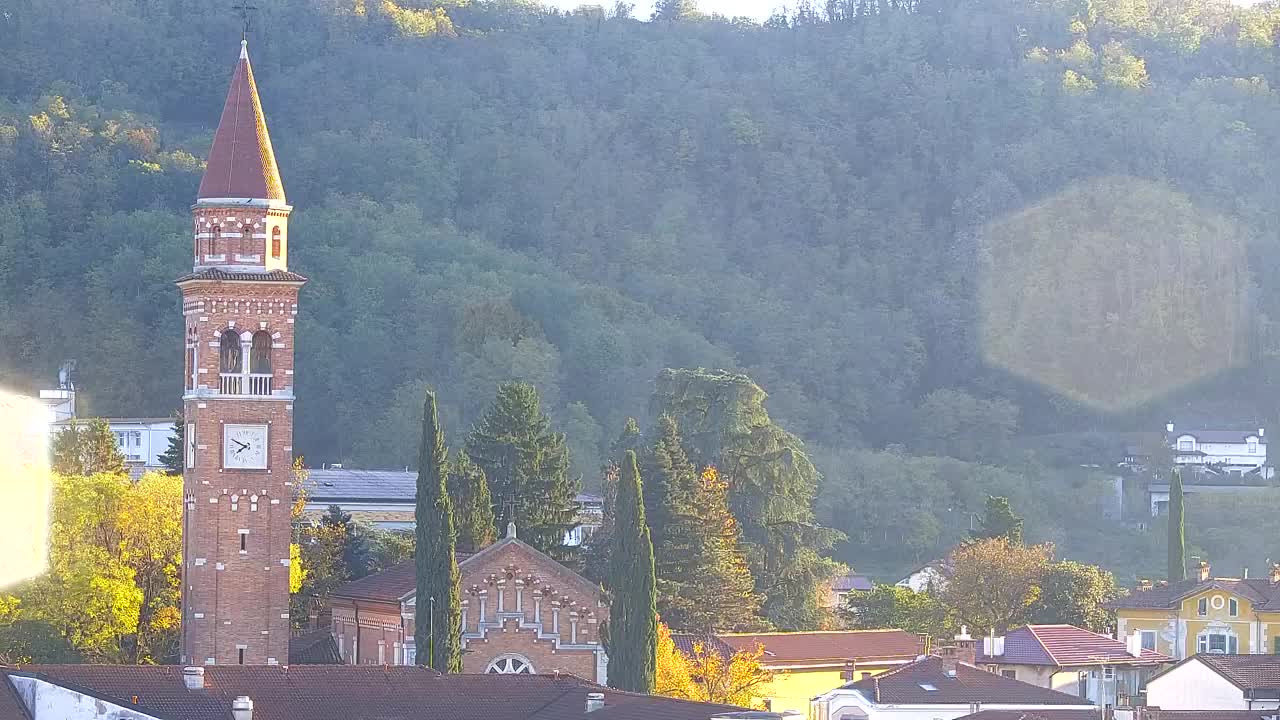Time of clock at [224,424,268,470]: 7:49
